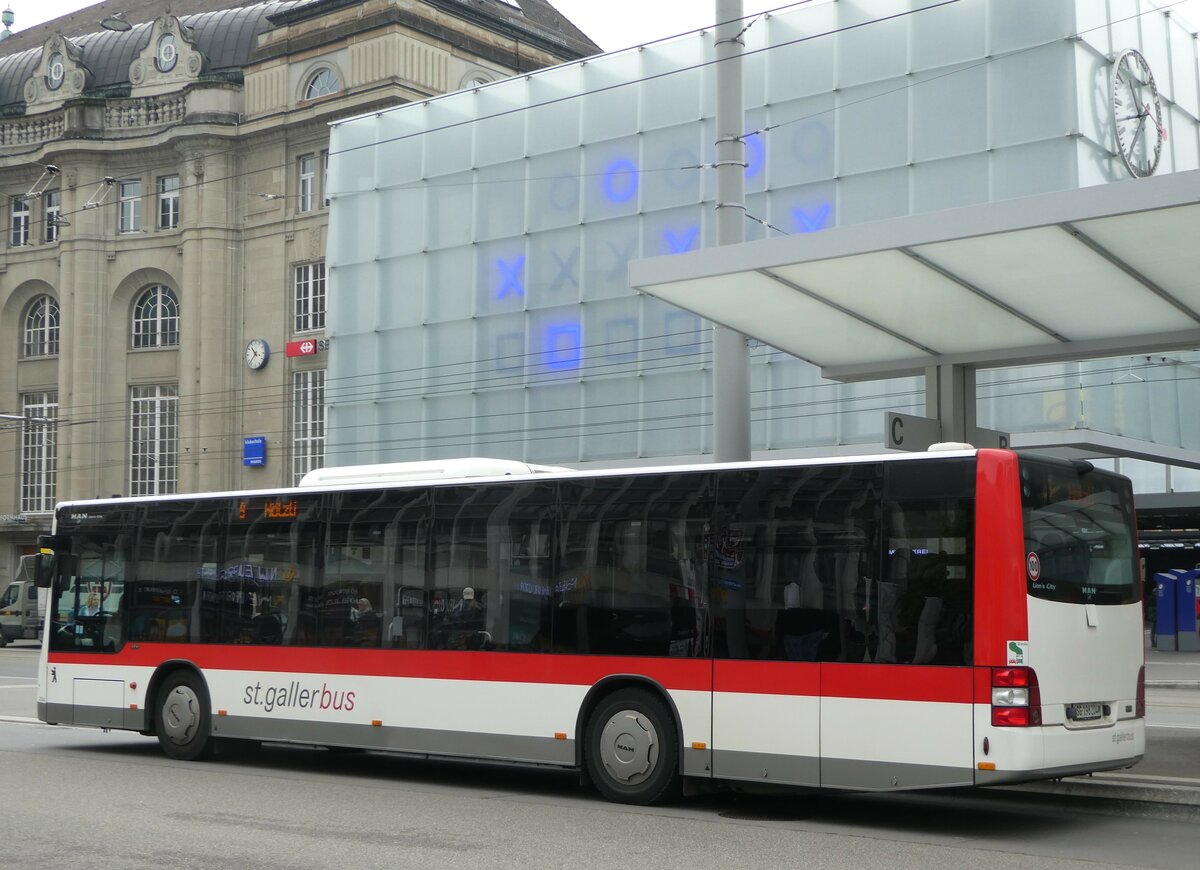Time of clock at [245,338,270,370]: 10:37
